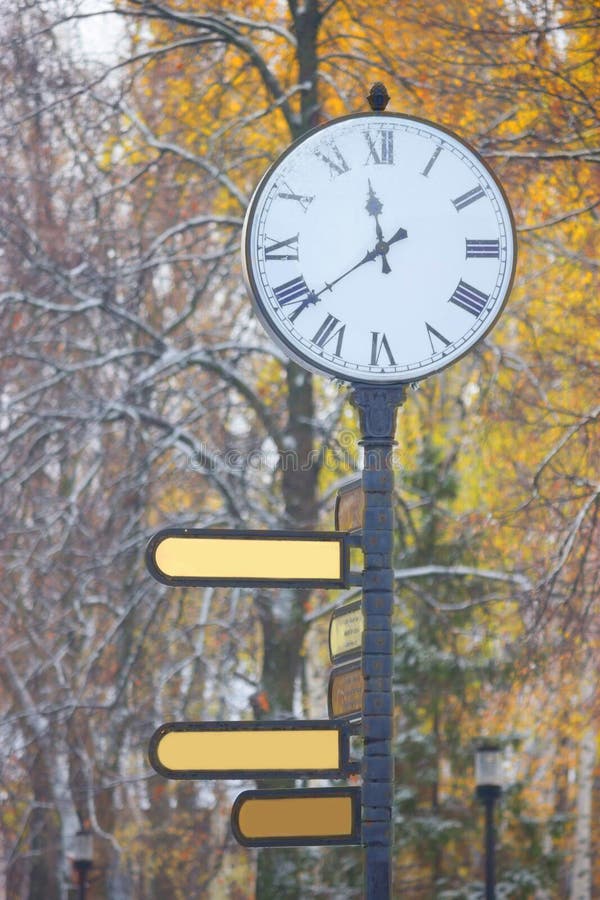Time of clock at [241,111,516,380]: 11:38
